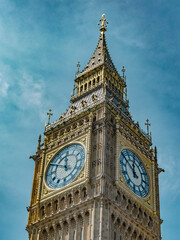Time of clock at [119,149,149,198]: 11:51
